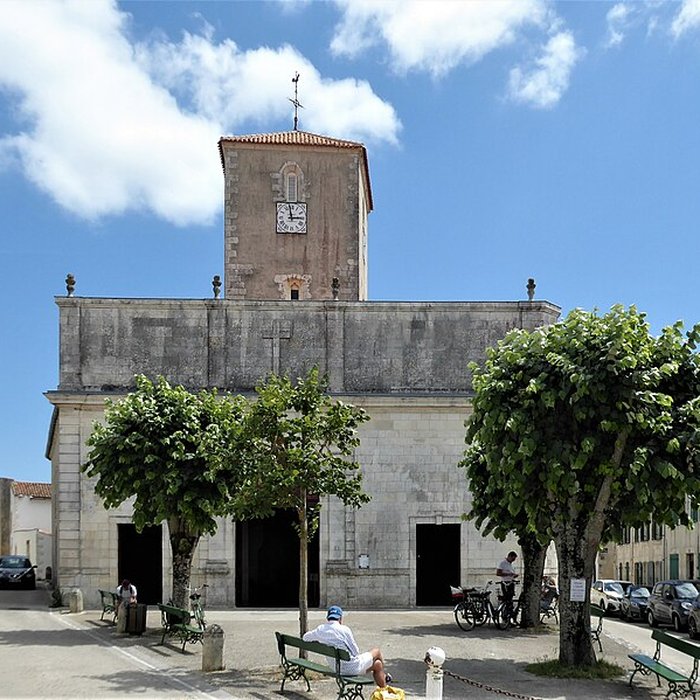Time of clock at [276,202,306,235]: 2:58
